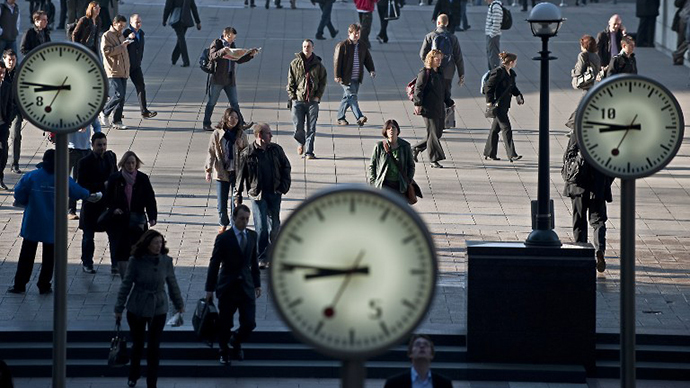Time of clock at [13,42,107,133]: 8:46
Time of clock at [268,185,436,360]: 8:45
